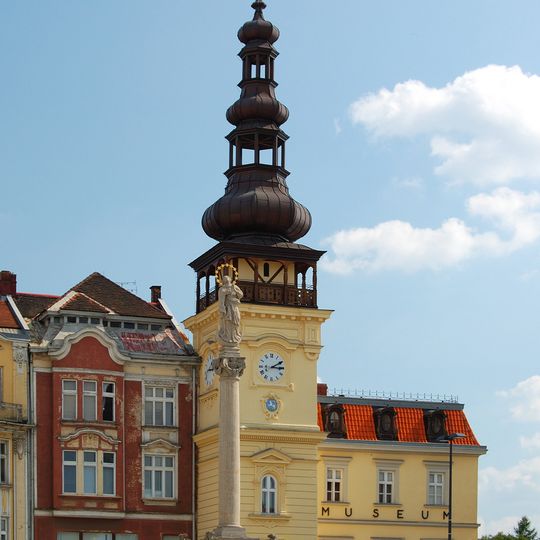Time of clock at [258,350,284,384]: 3:09
